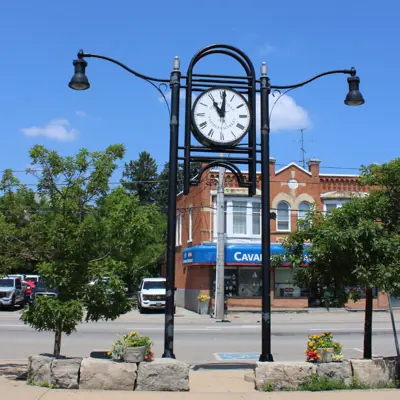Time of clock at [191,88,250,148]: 11:00
